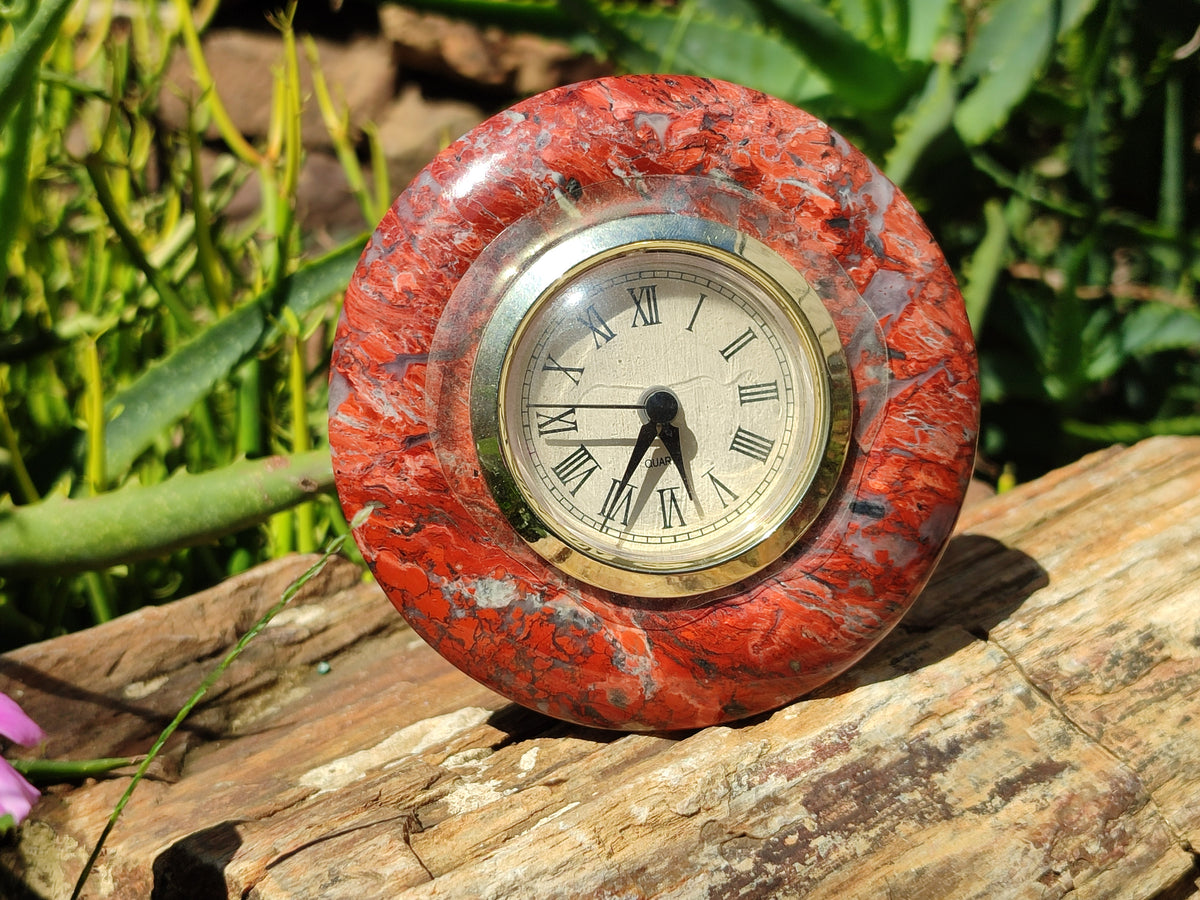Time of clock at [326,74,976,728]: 5:34
